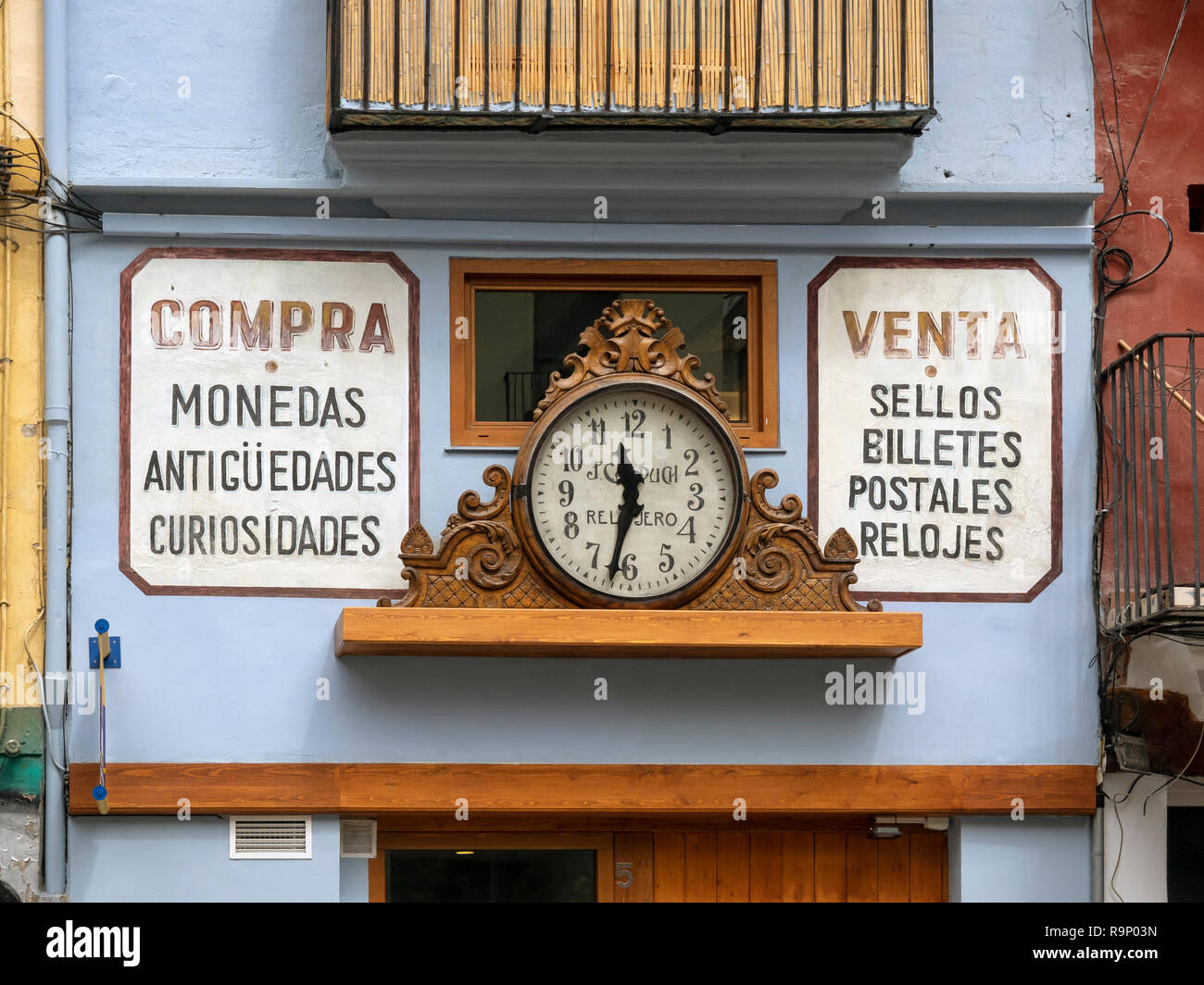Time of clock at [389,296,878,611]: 11:32
